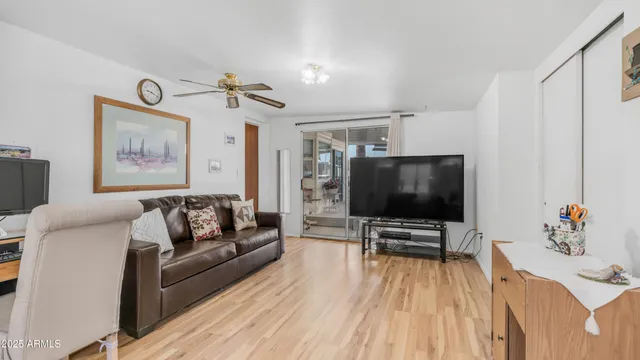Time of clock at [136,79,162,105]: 9:18
